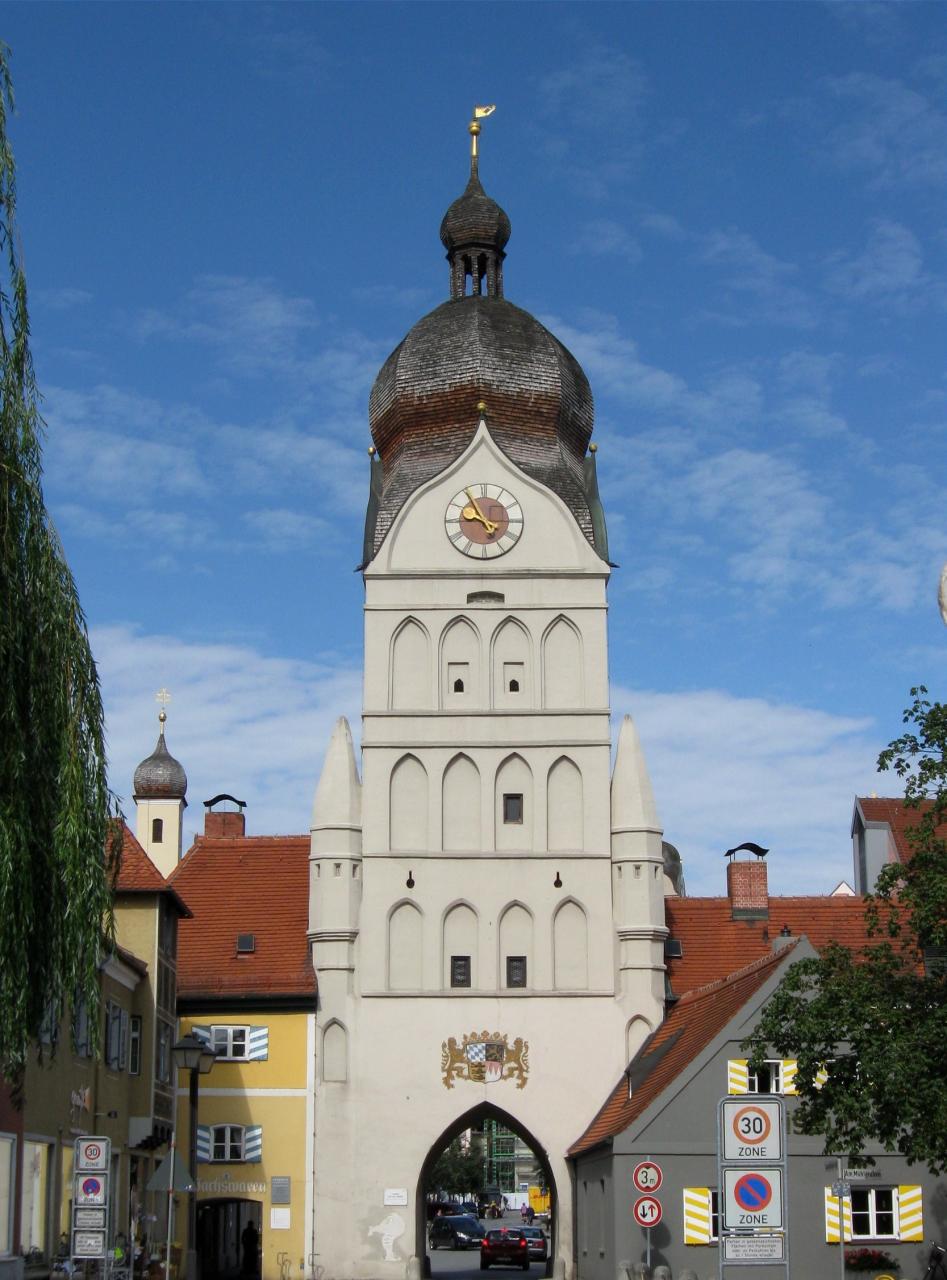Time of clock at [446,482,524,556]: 8:54
